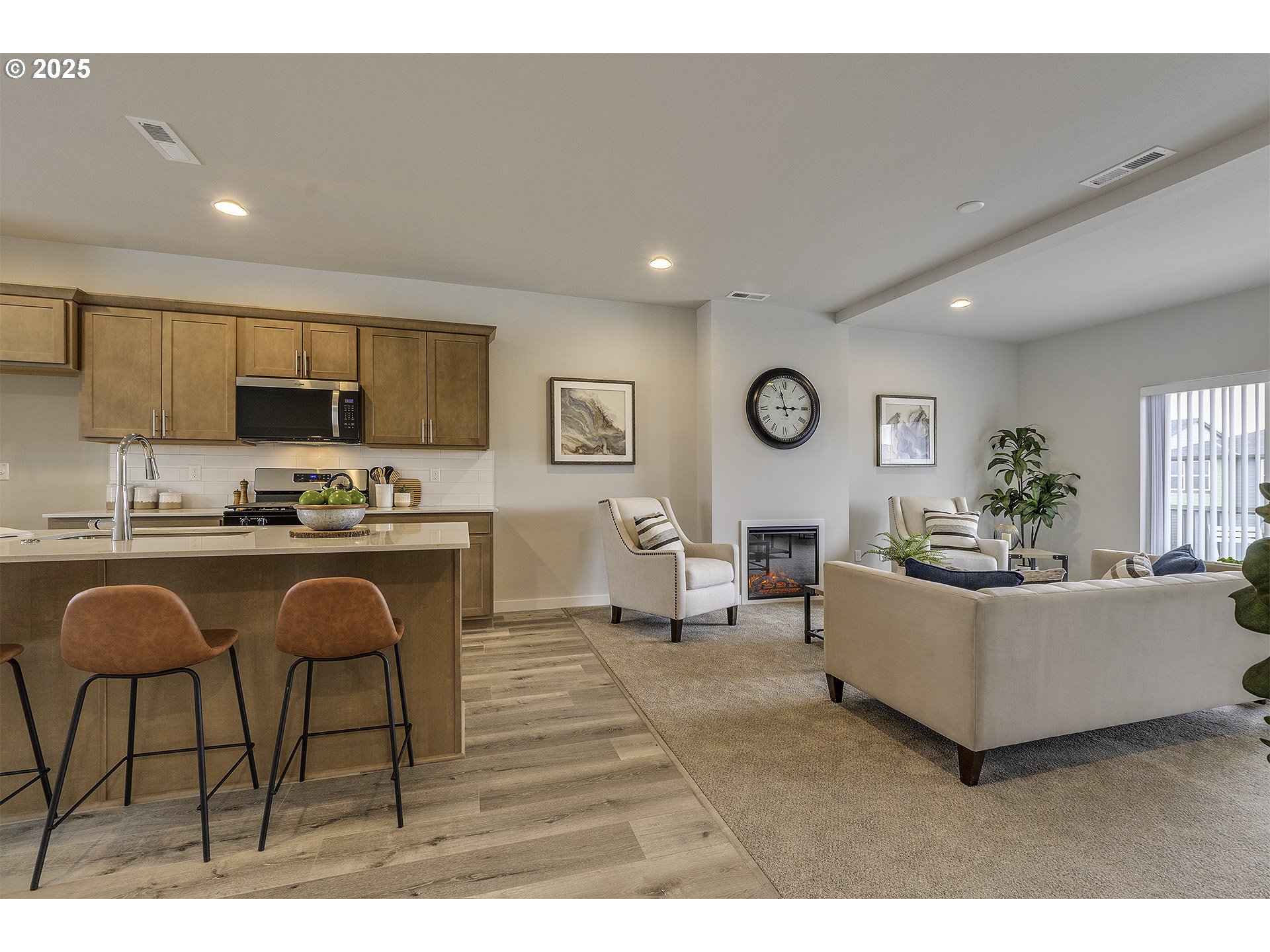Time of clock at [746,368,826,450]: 2:57
